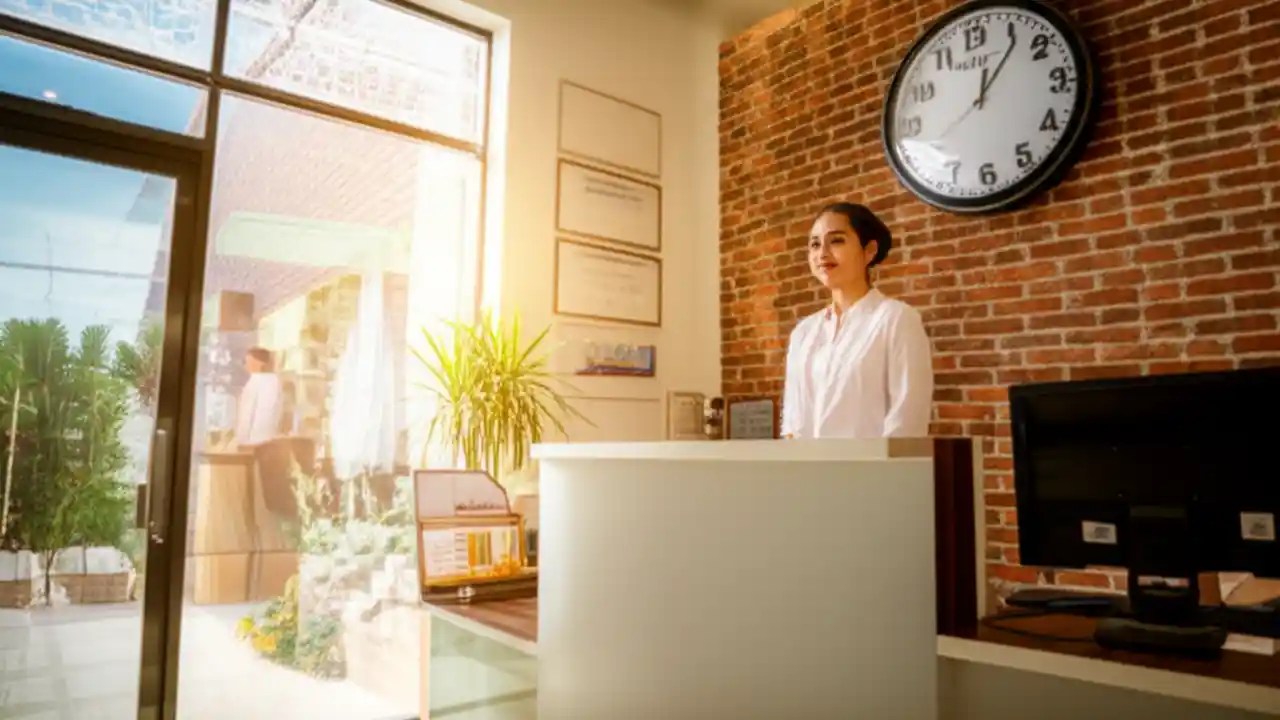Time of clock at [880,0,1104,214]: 12:06
